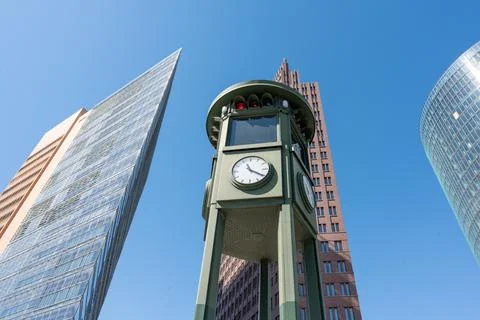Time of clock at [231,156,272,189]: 11:20
